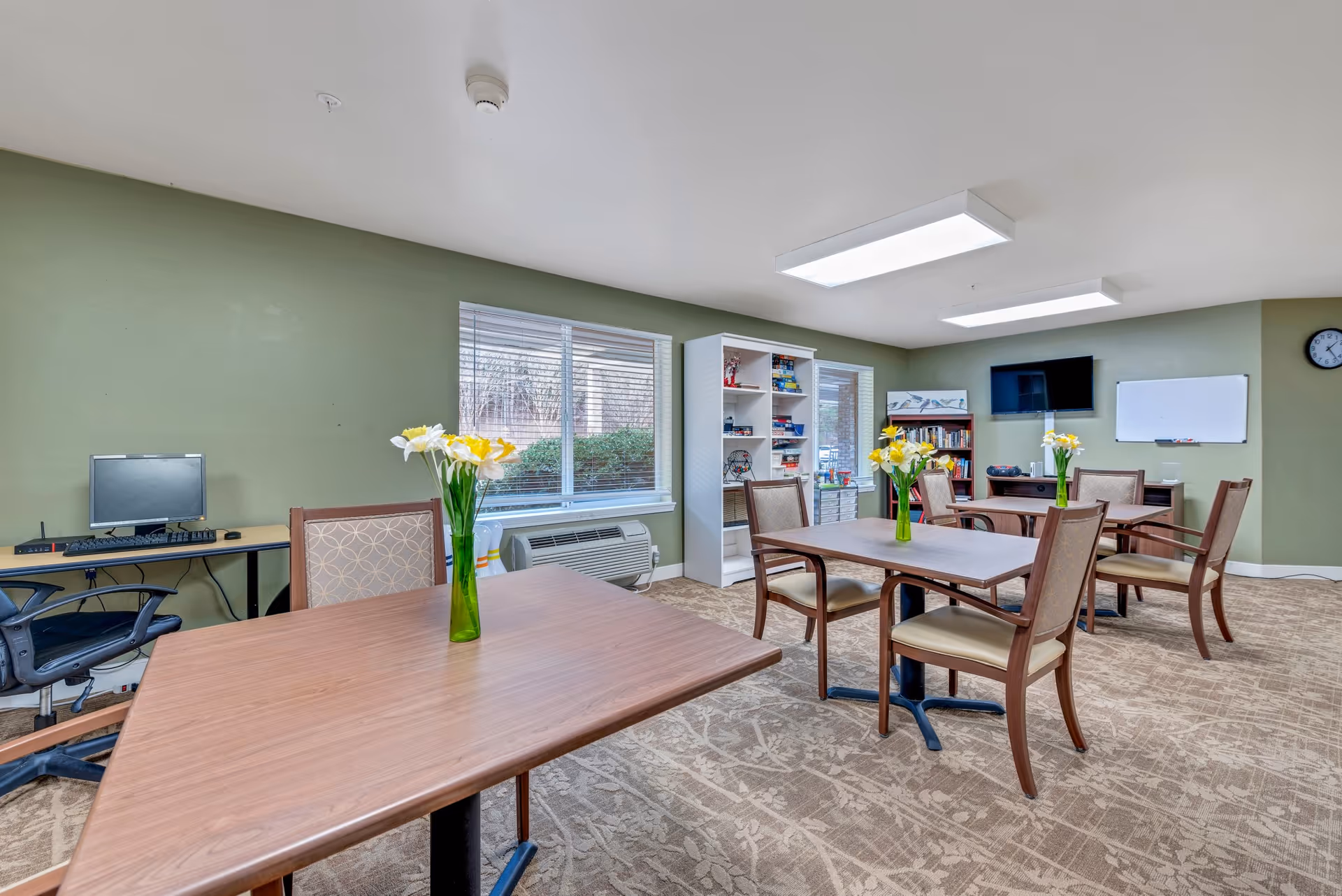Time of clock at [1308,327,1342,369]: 1:23
